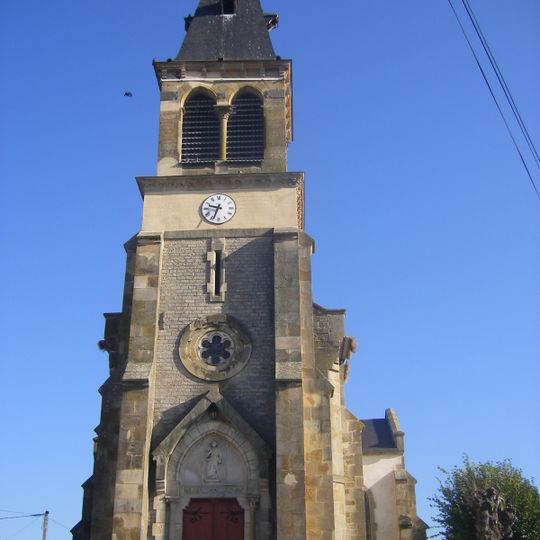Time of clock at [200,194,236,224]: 9:33
